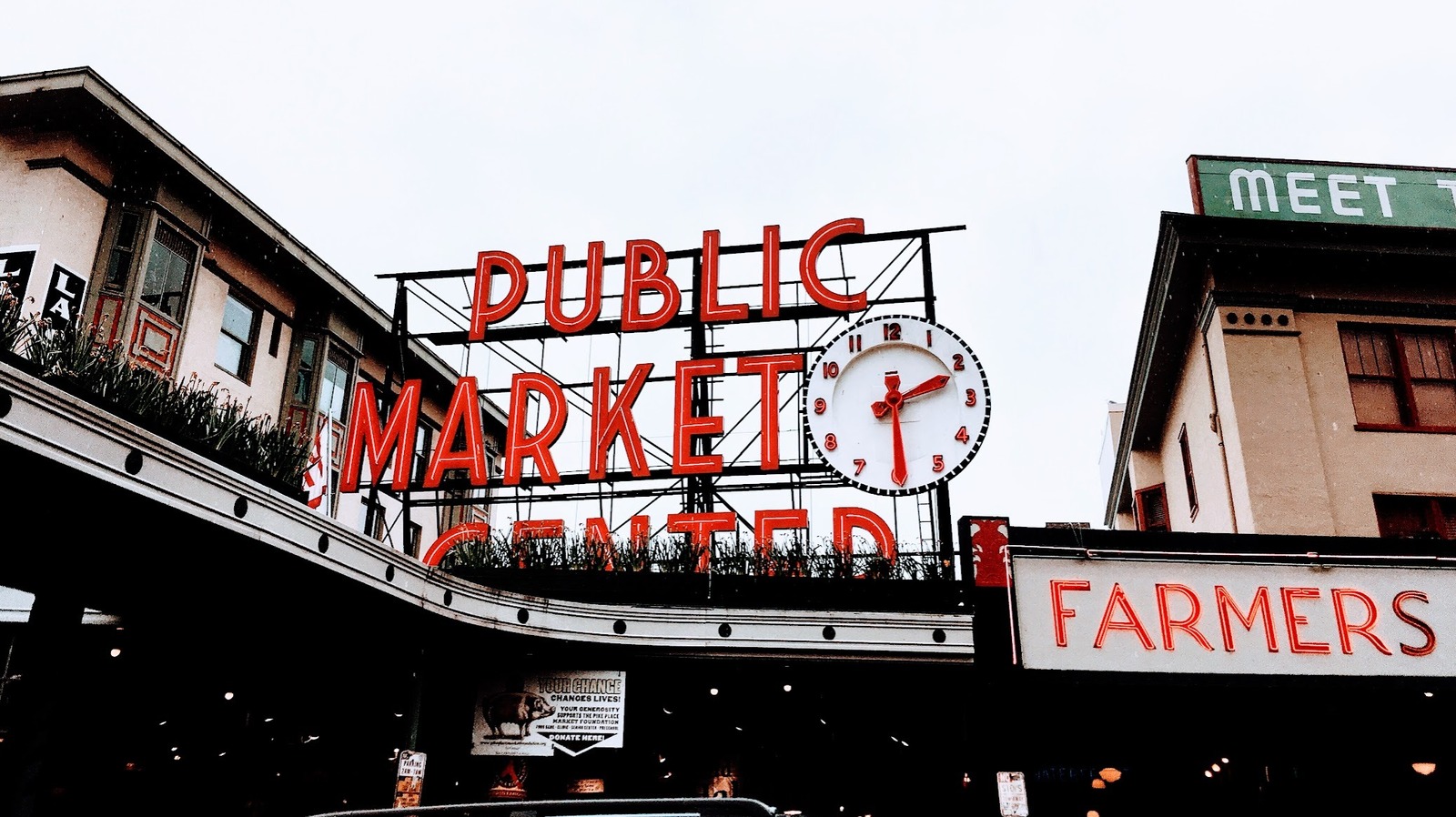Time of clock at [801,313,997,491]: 2:29
